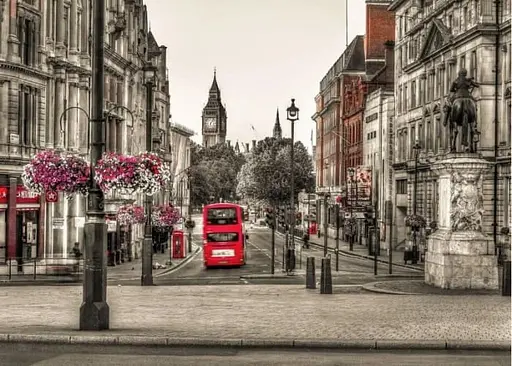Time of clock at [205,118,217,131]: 6:06
